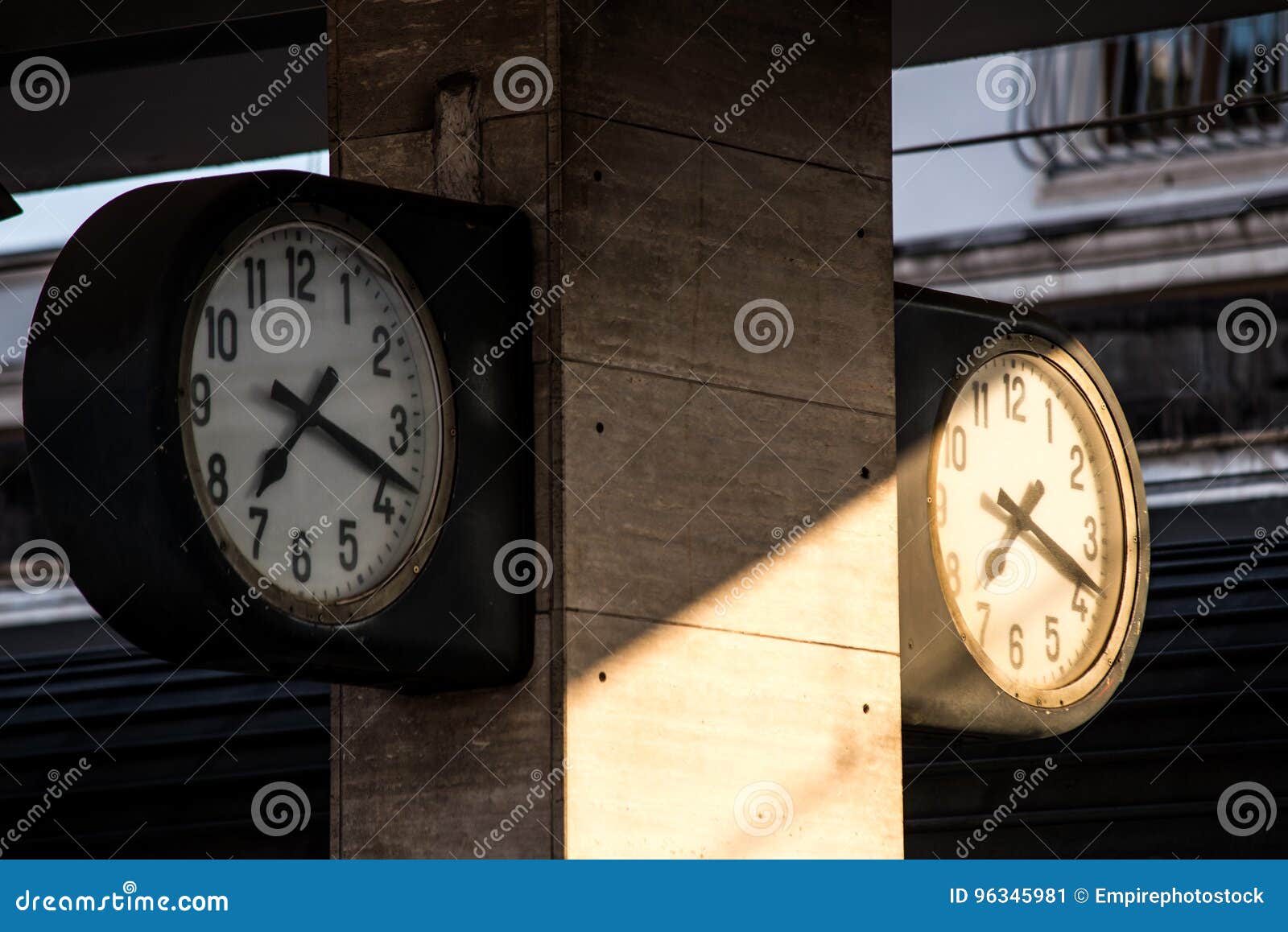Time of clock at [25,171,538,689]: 7:18
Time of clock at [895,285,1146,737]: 7:18
